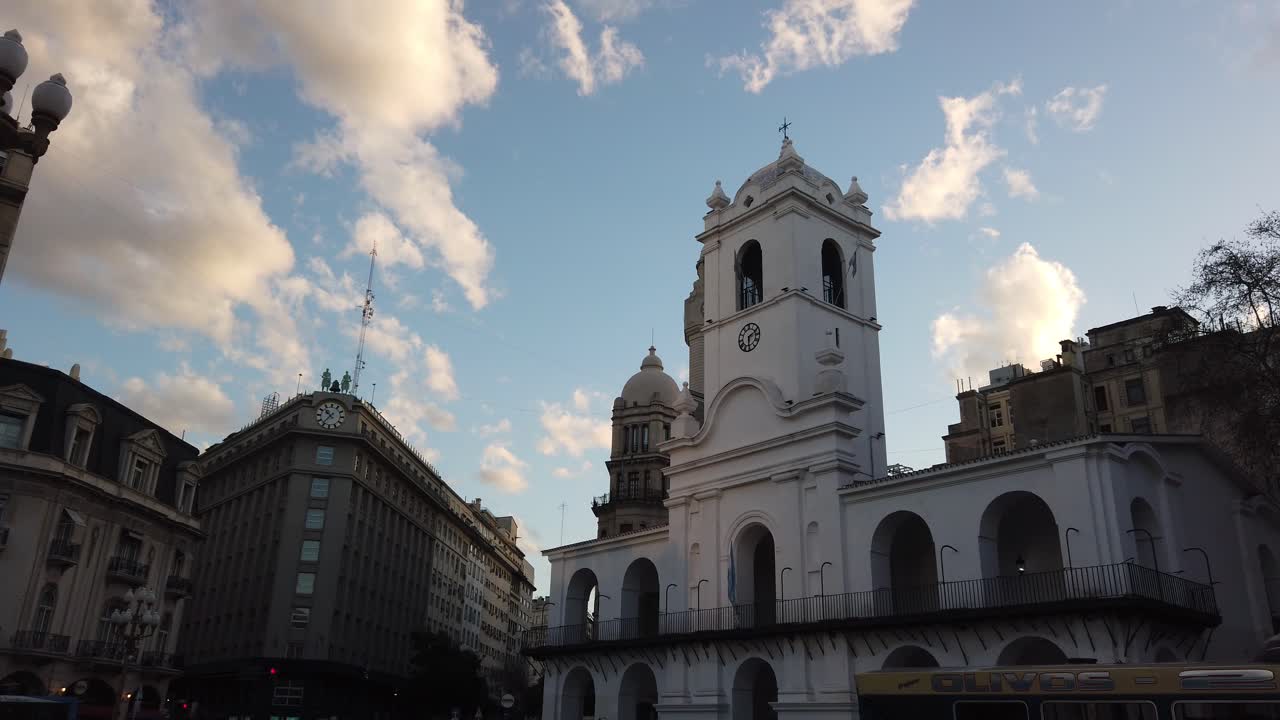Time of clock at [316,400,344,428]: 10:36
